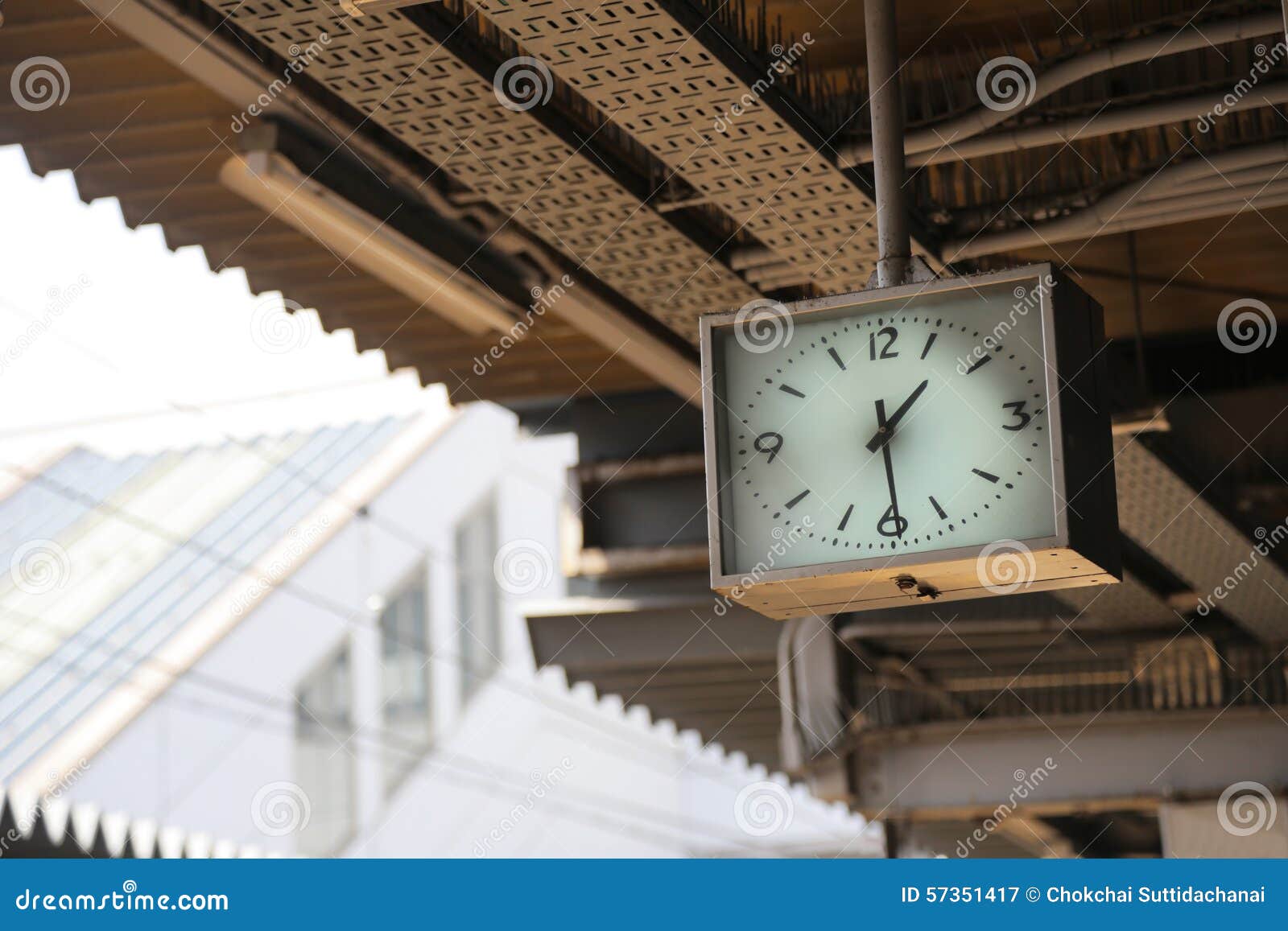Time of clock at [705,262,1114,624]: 1:29
